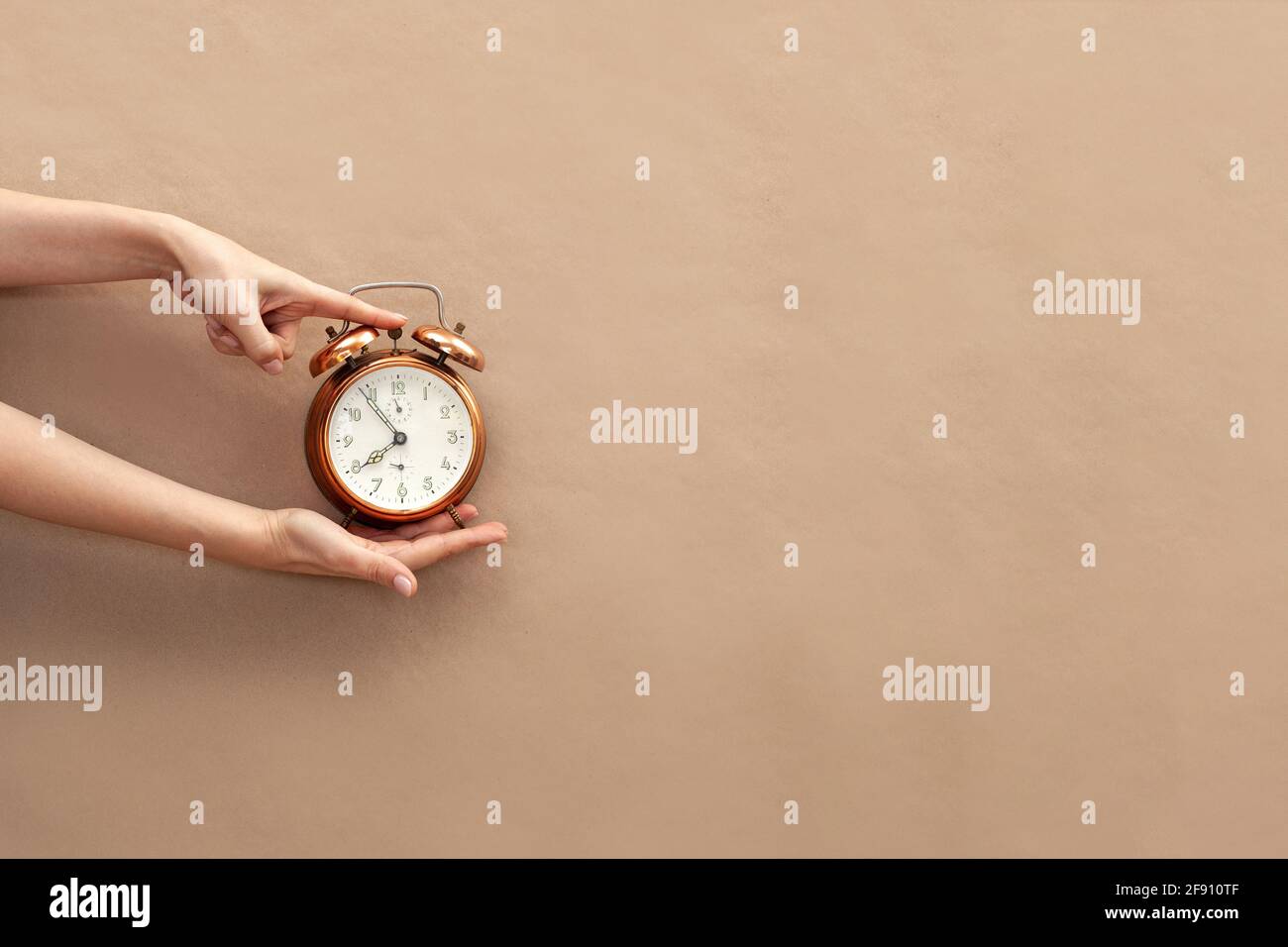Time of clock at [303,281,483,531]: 7:53
